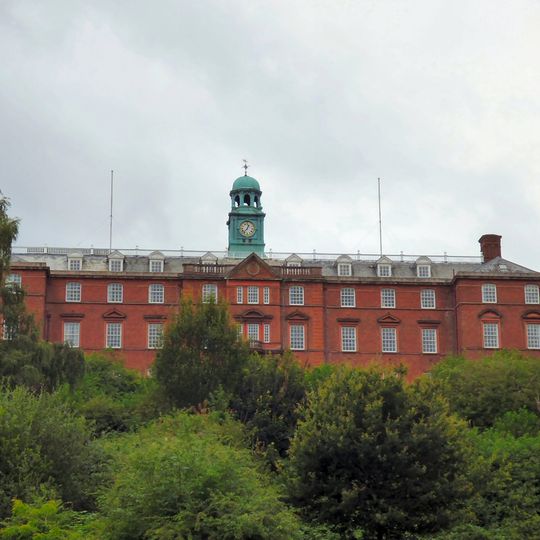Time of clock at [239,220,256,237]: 12:36
